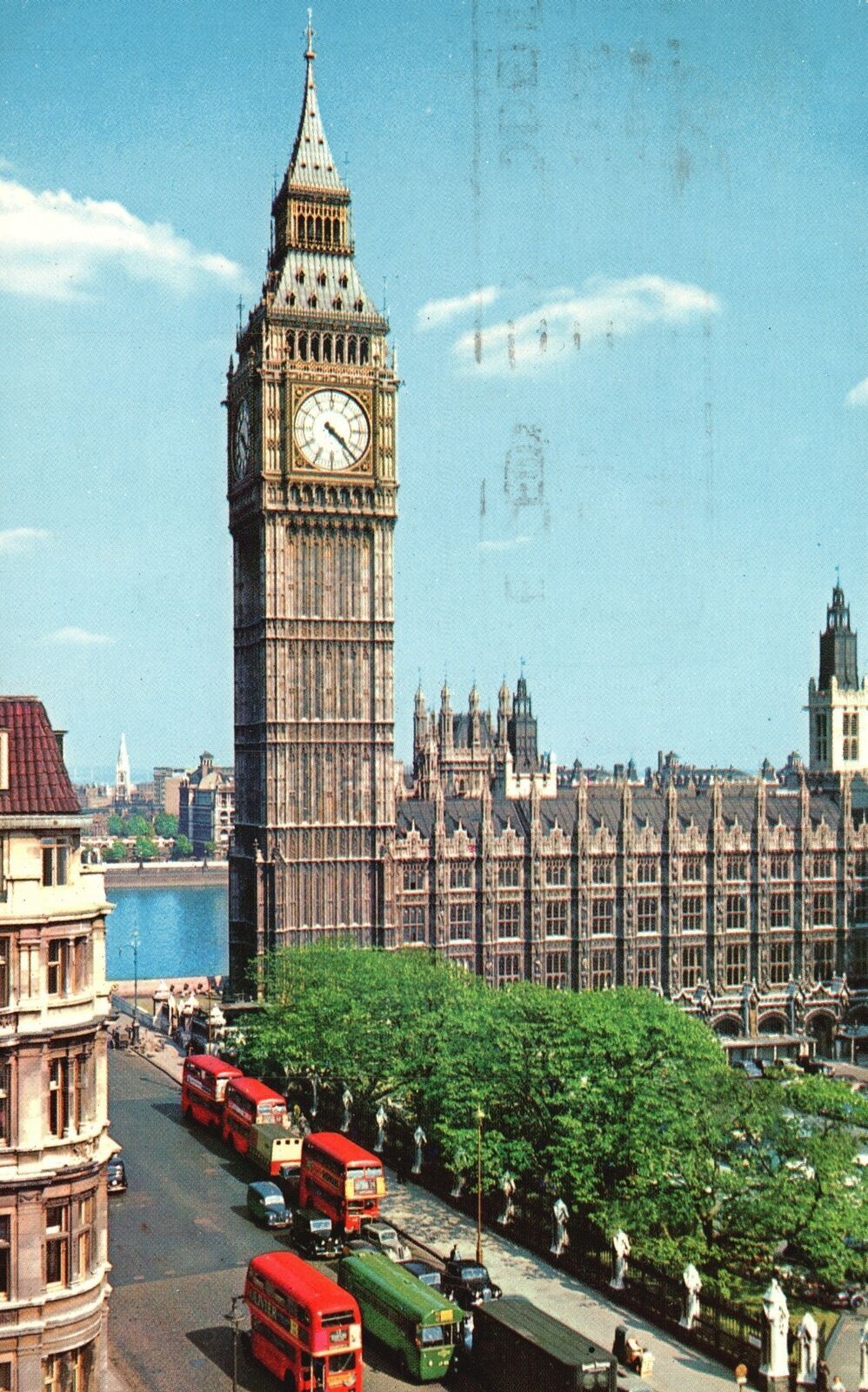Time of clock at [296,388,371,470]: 4:22
